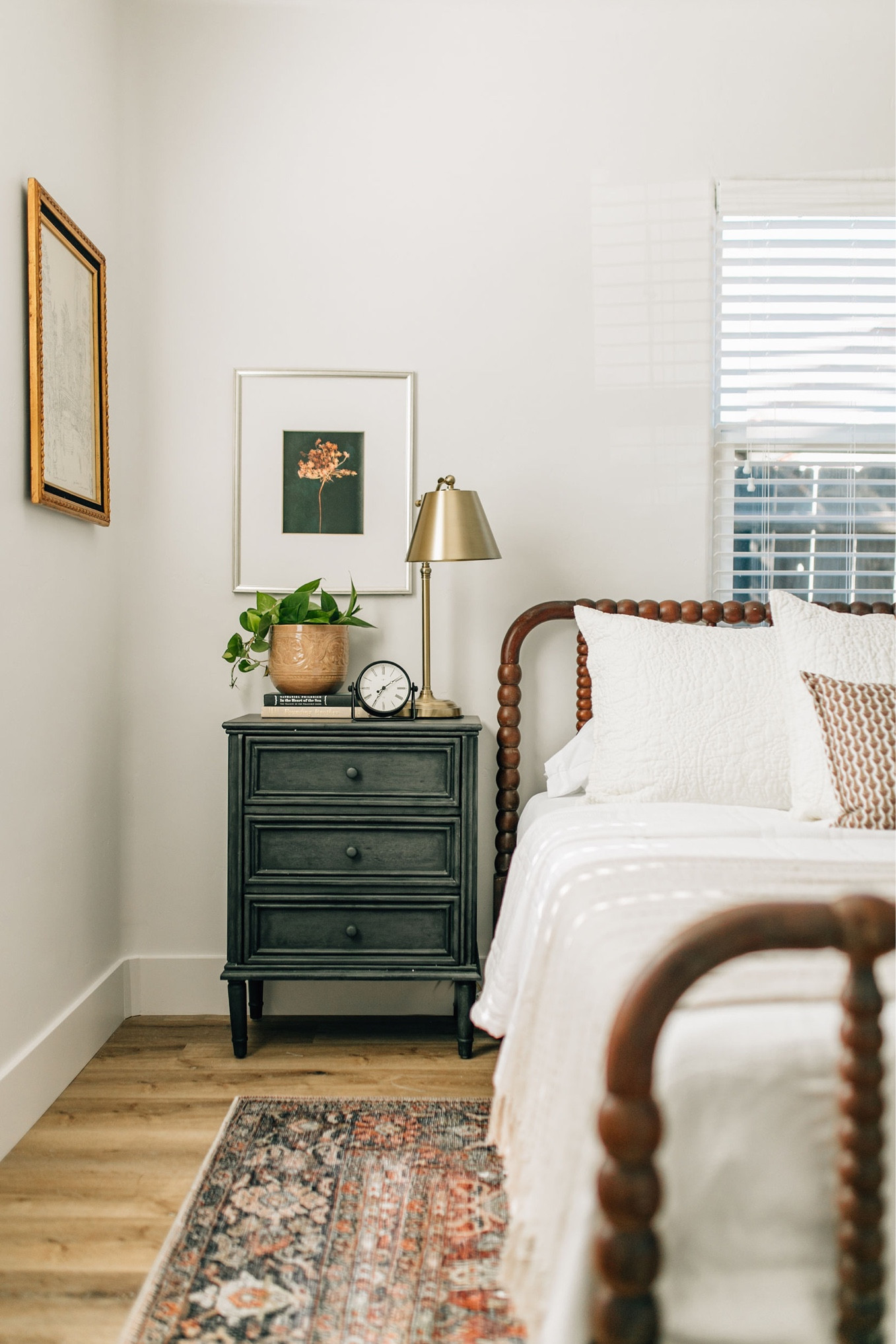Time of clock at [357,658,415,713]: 7:09
